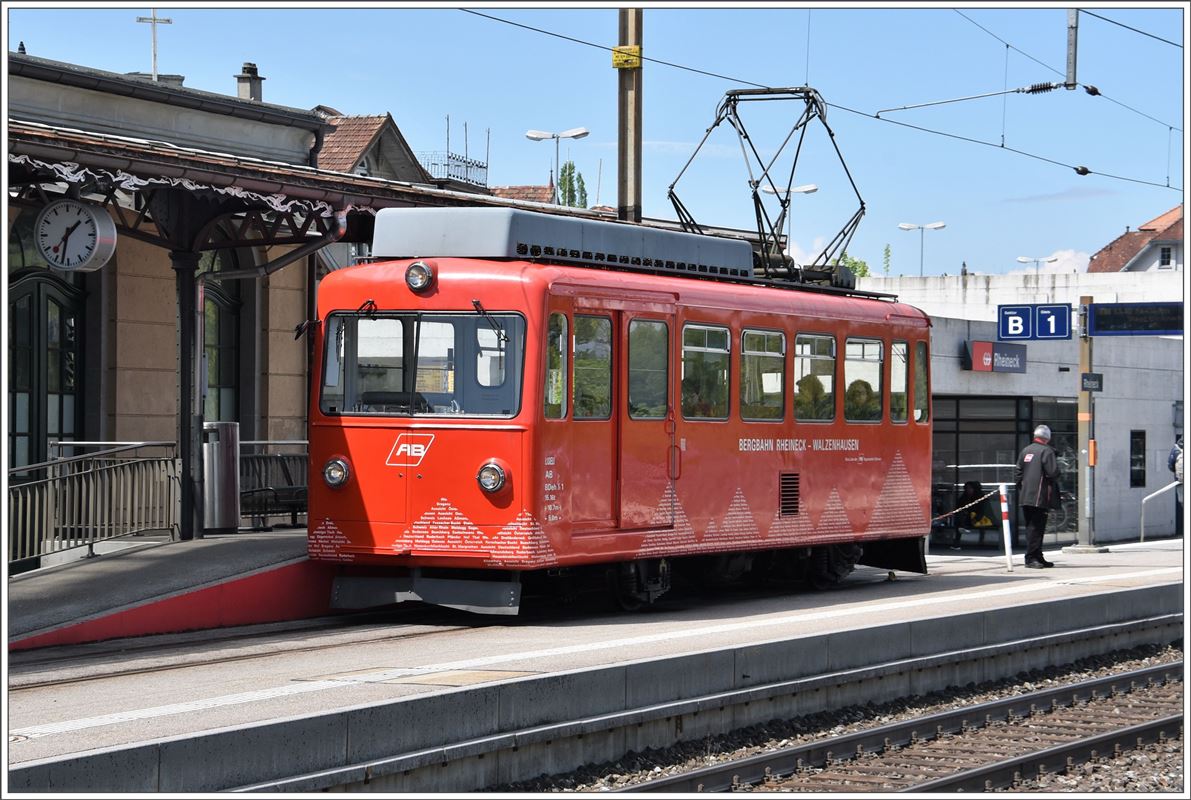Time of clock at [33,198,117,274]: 1:32
